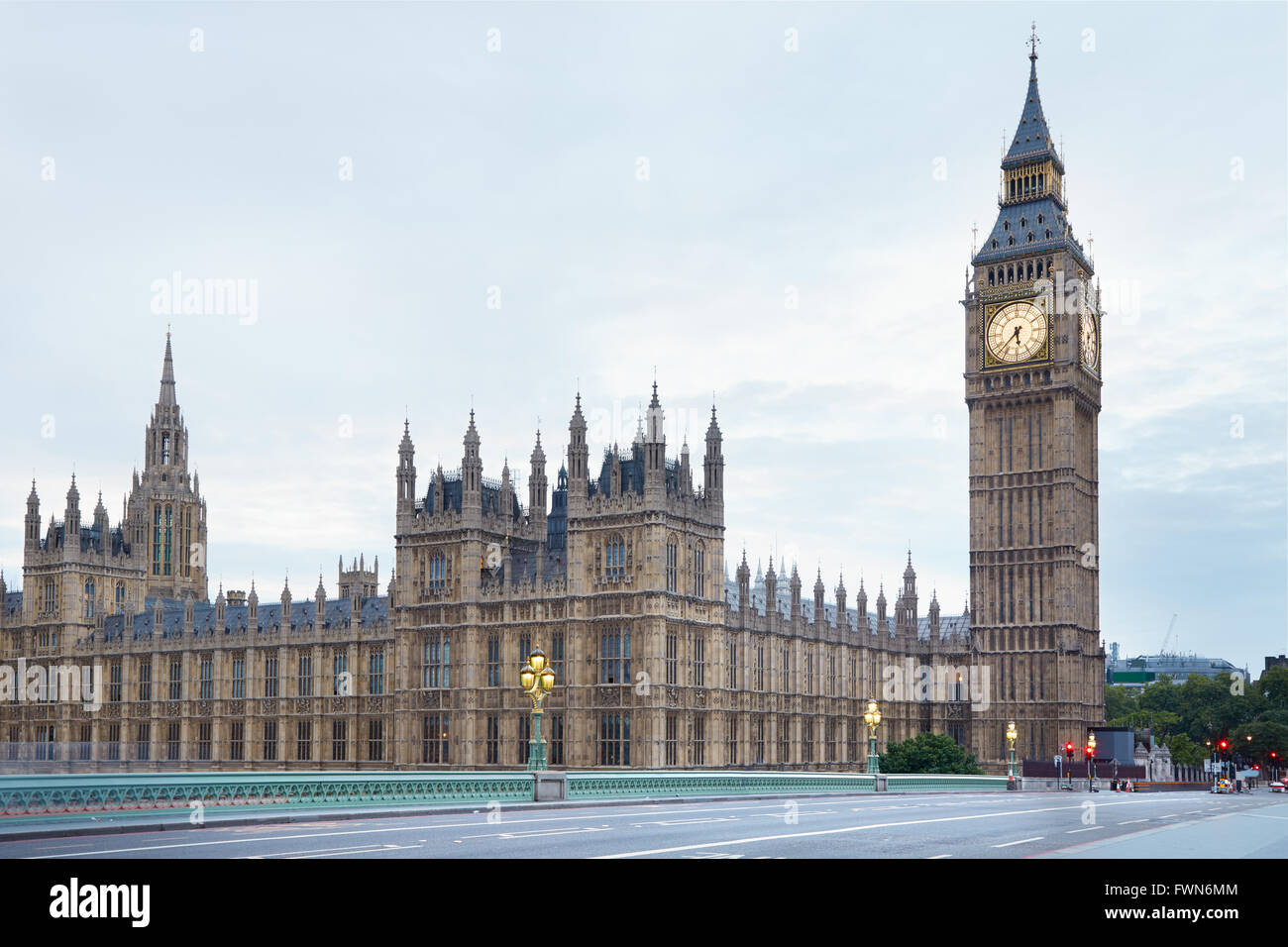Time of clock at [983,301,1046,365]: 5:37
